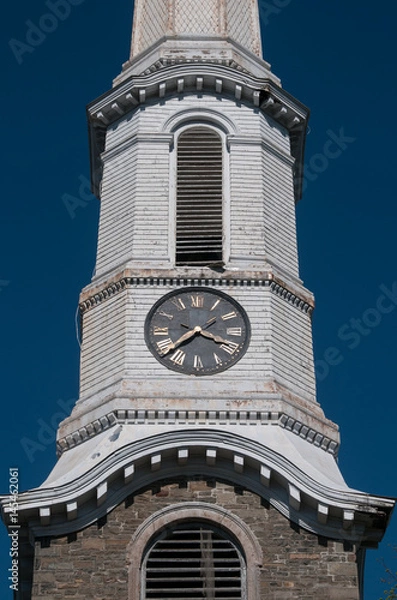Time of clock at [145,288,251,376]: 3:38
